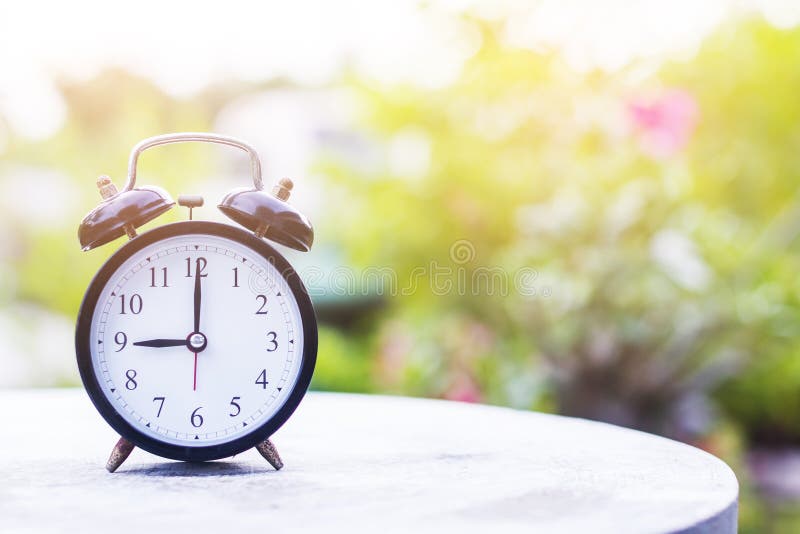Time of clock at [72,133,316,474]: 9:00
